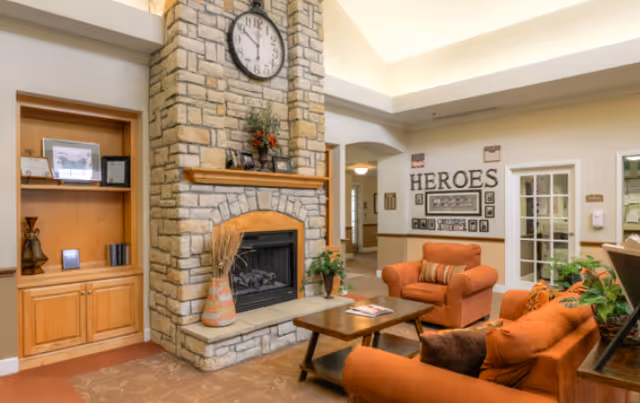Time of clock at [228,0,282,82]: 10:00
